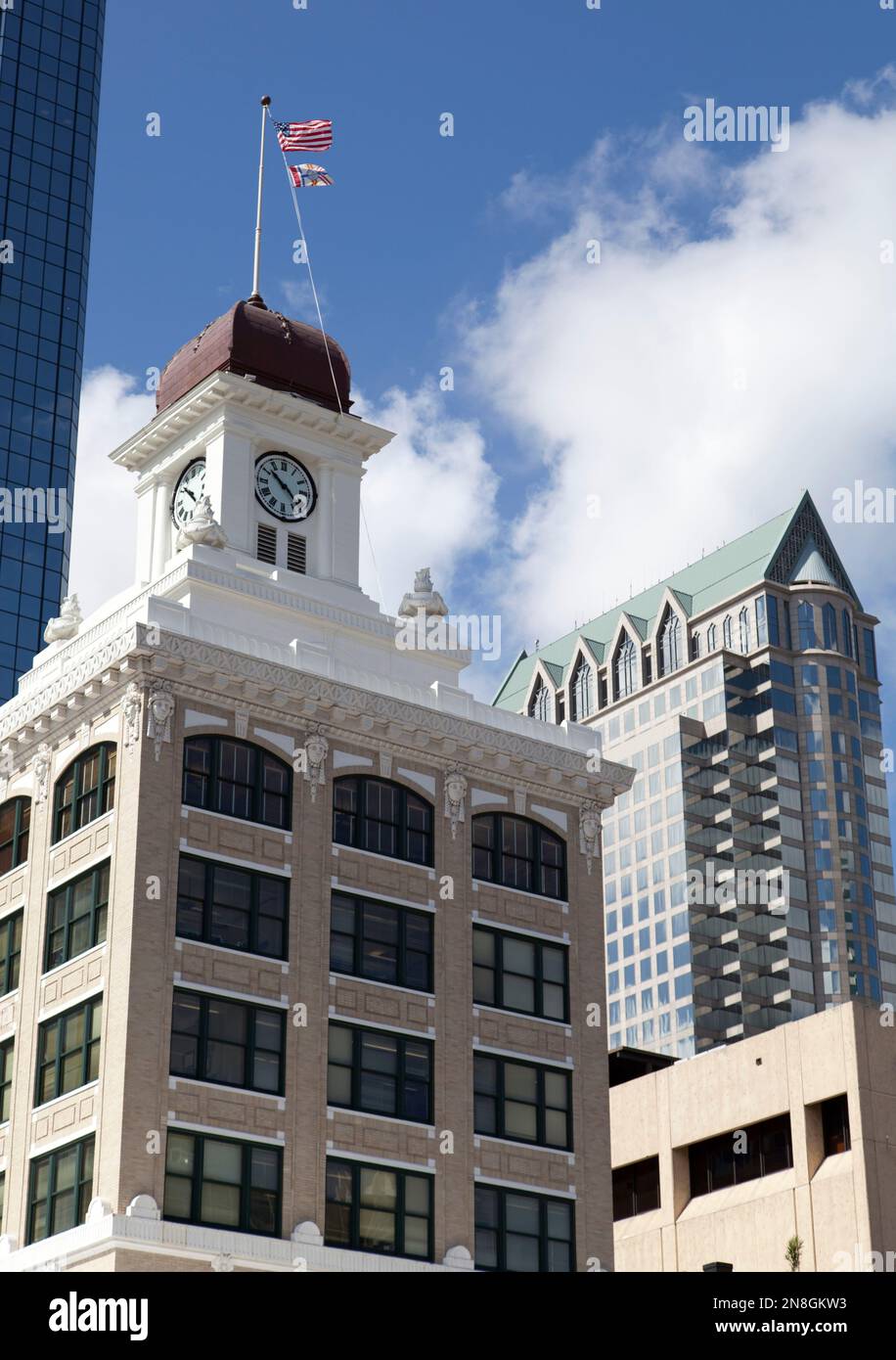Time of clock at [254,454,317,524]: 10:22
